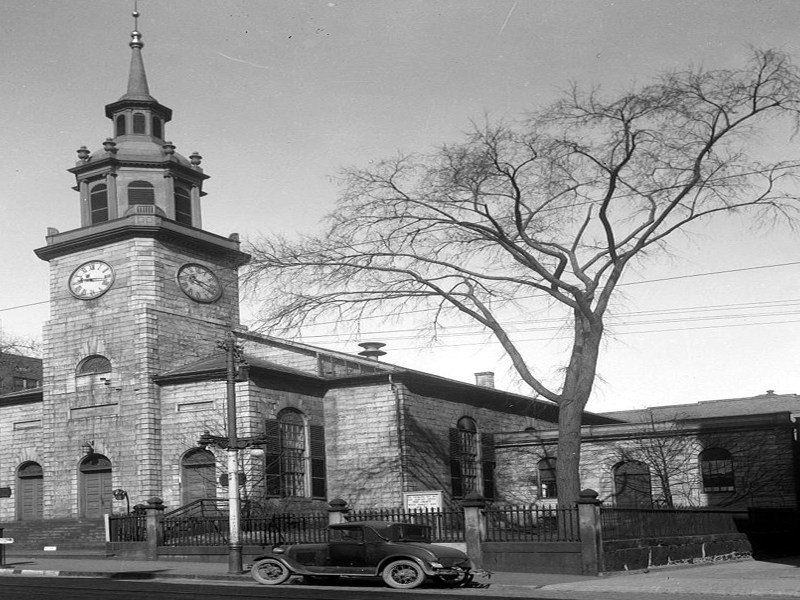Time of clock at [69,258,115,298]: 9:17
